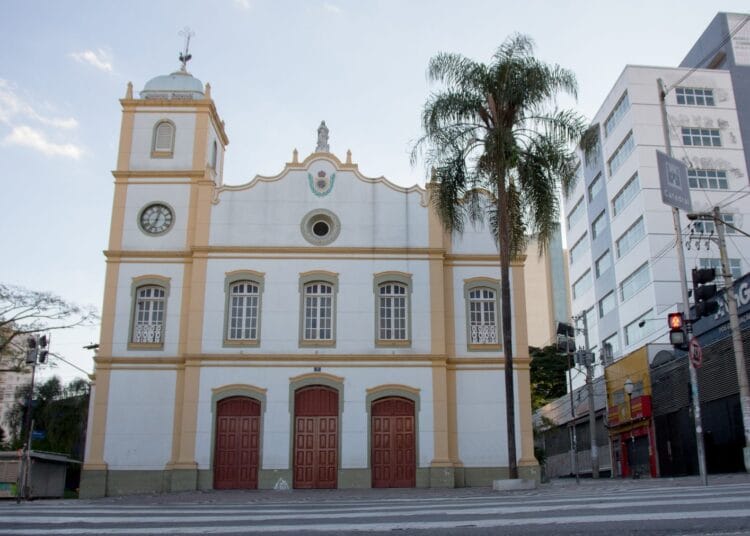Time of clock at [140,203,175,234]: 7:02
